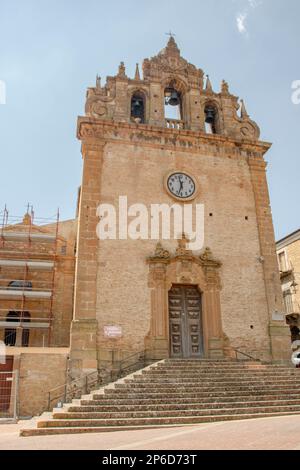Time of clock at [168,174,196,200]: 11:32
